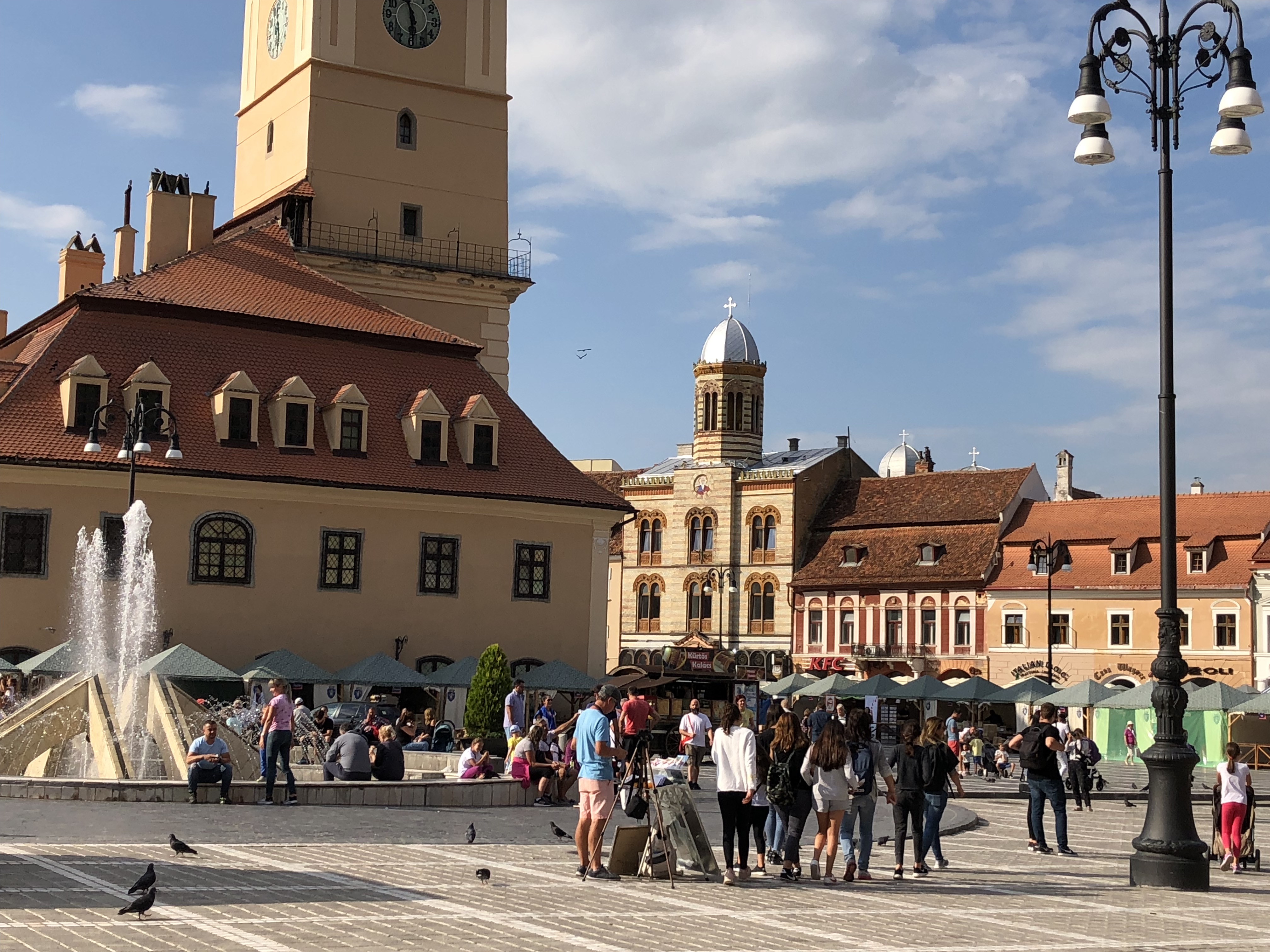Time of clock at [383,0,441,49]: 11:29
